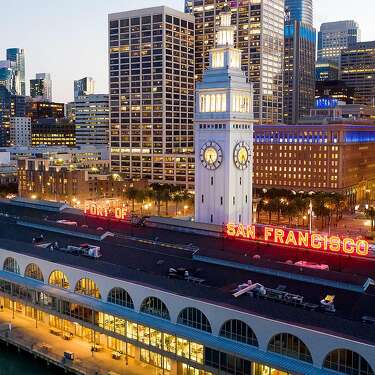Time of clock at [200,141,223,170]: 6:25
